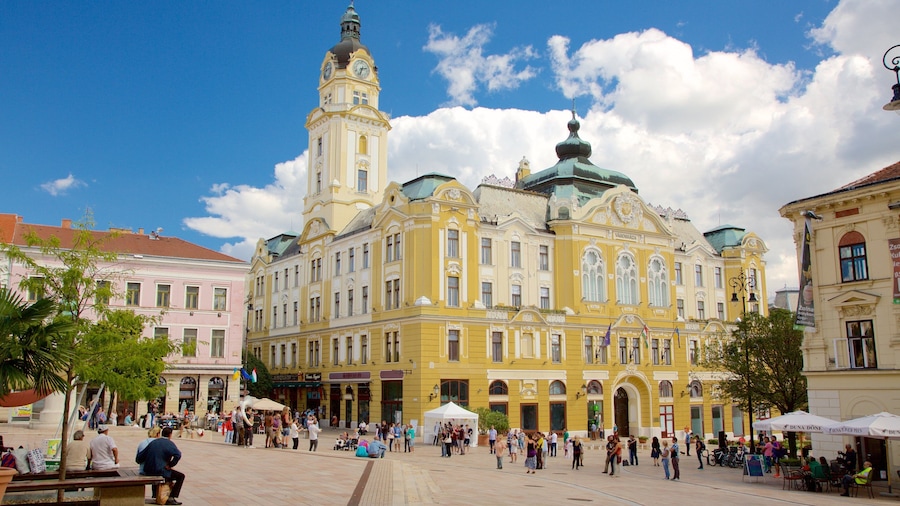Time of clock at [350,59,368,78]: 2:33
